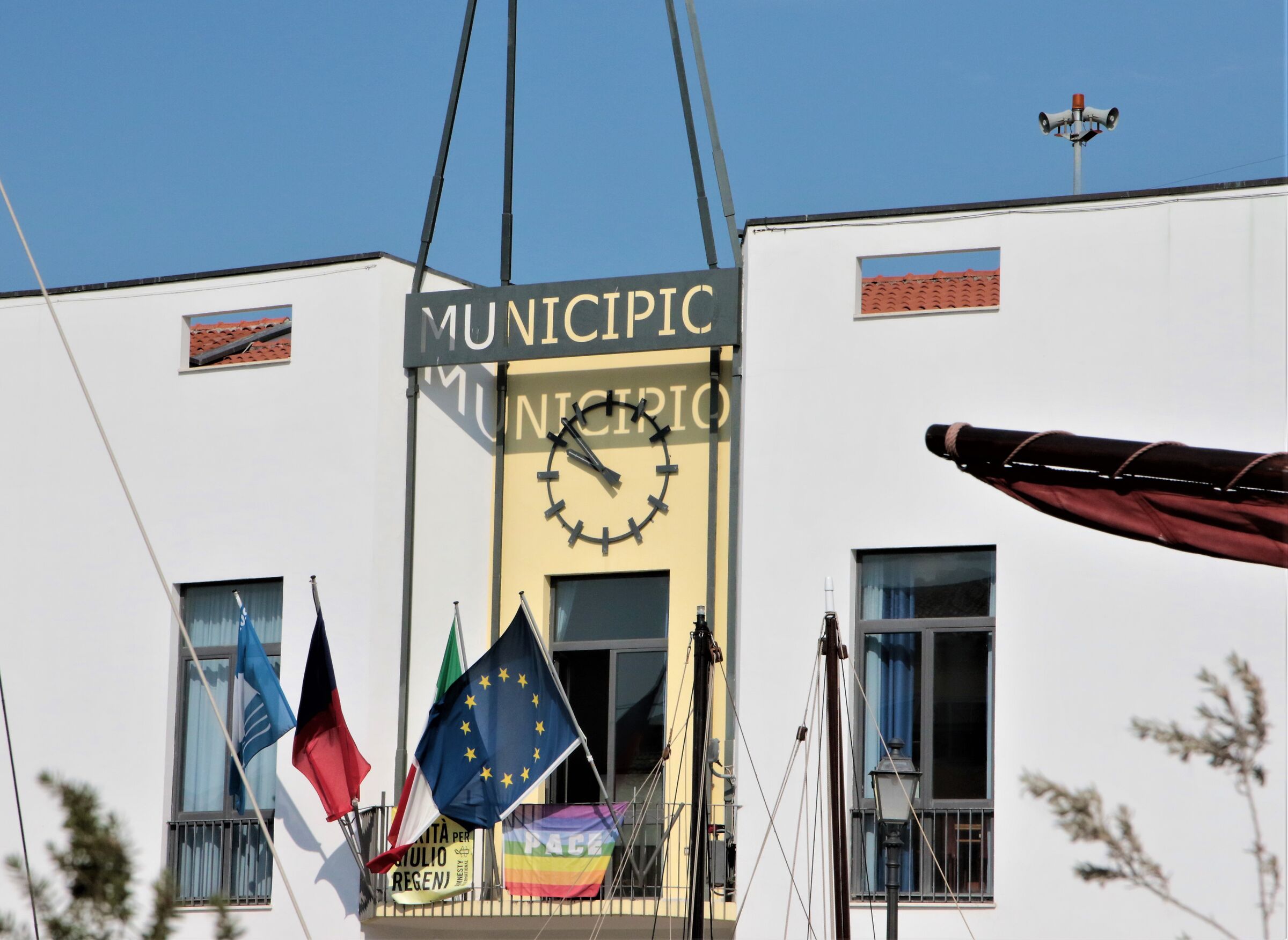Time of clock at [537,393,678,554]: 9:52
